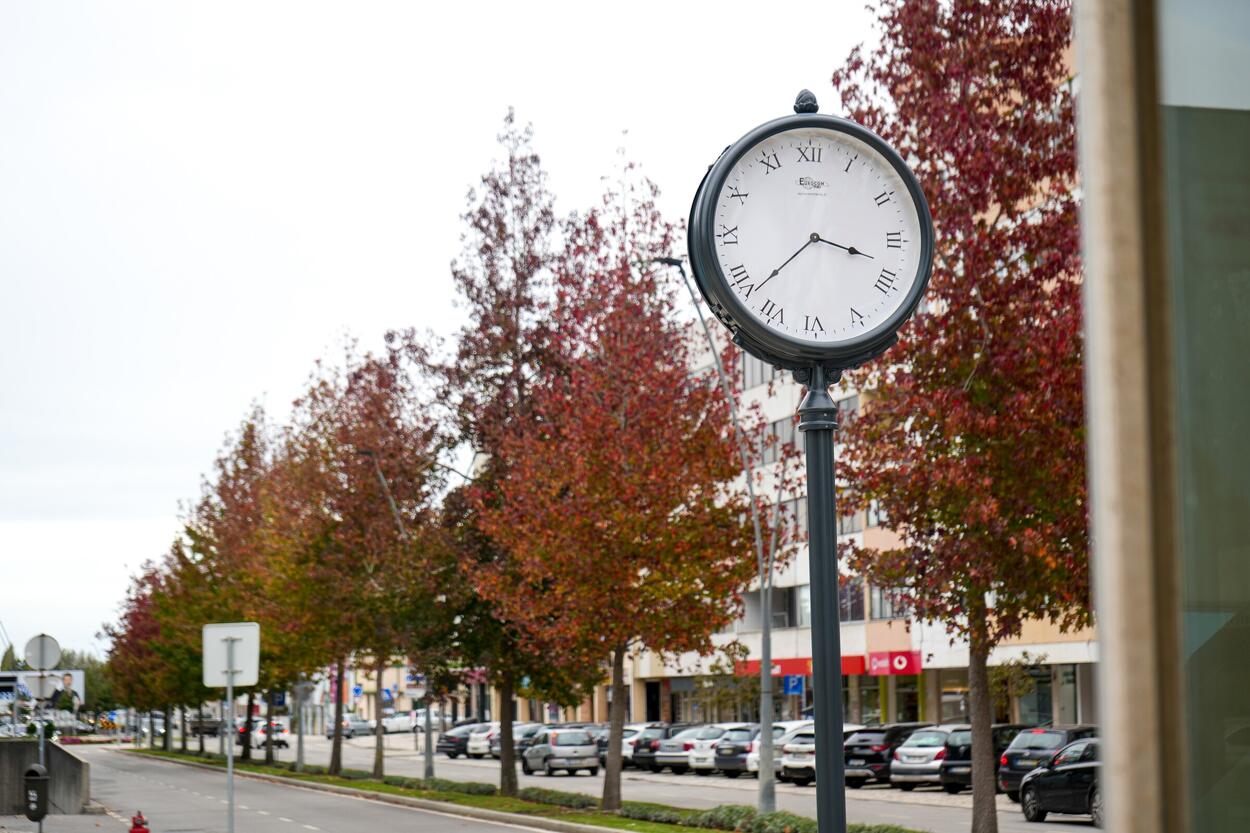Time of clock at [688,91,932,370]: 3:38
